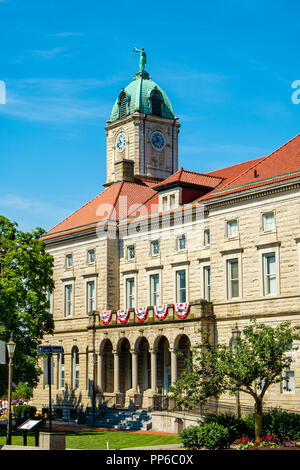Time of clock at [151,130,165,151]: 10:42
